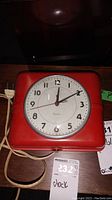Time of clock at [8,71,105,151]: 12:09
